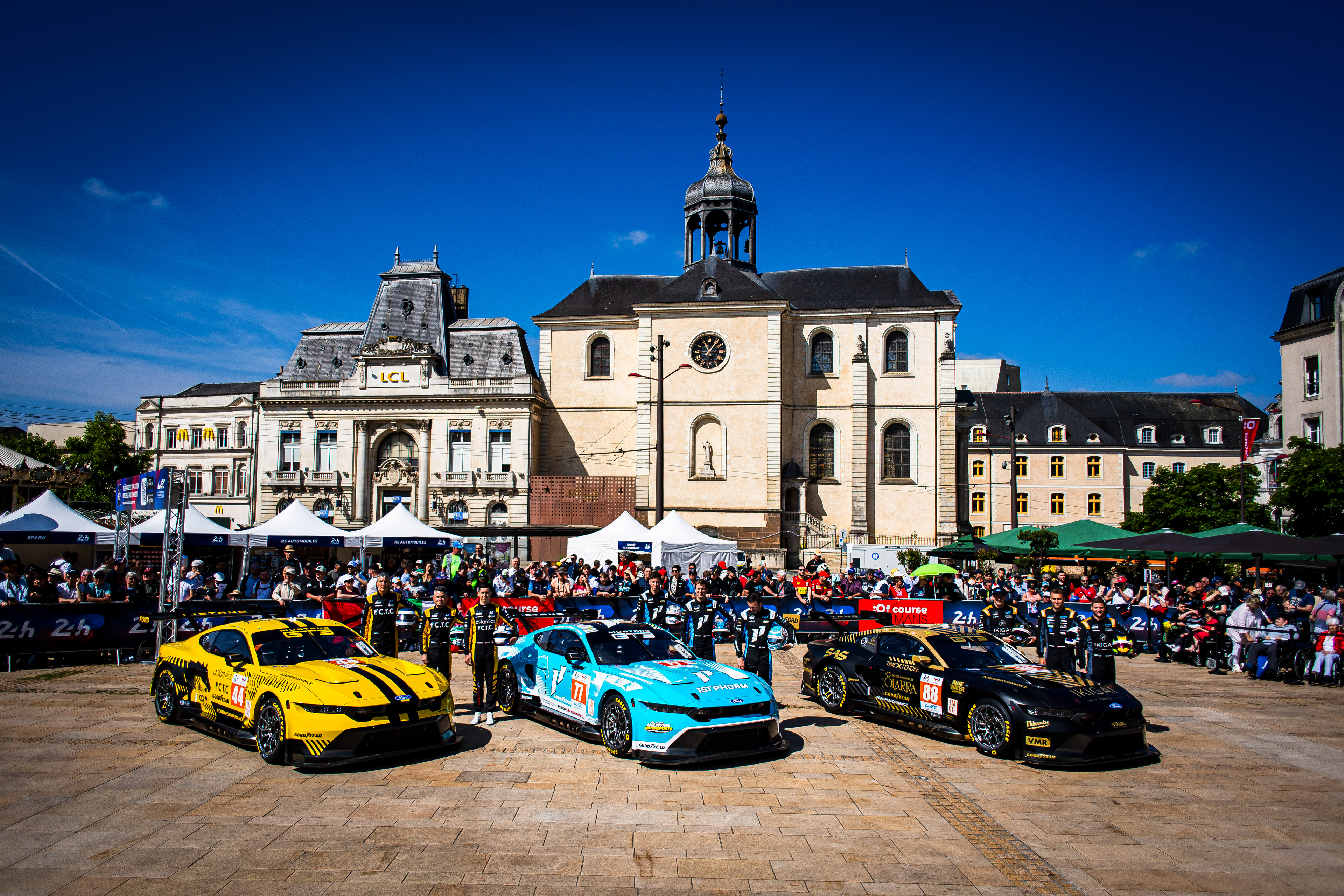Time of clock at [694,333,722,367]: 11:06
